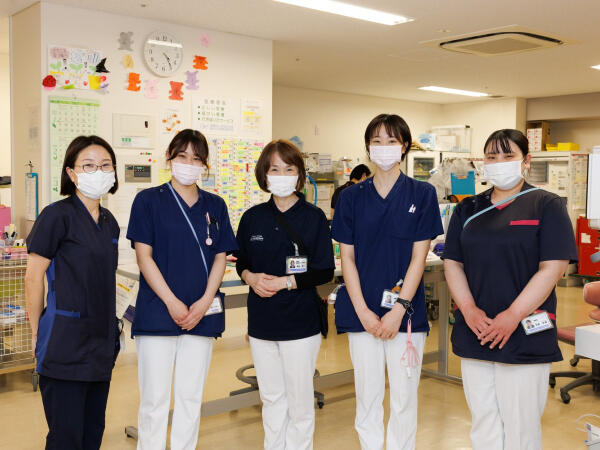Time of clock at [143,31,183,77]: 4:24
